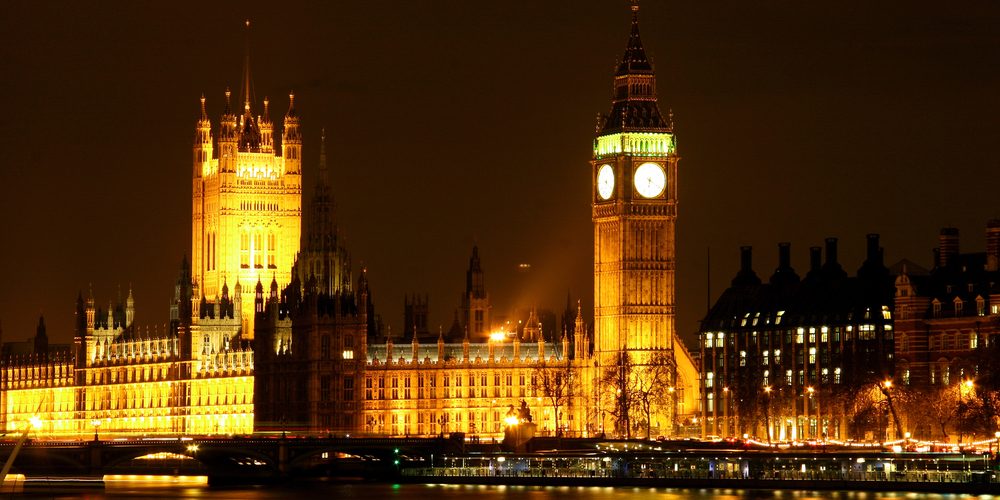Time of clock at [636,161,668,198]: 6:20
